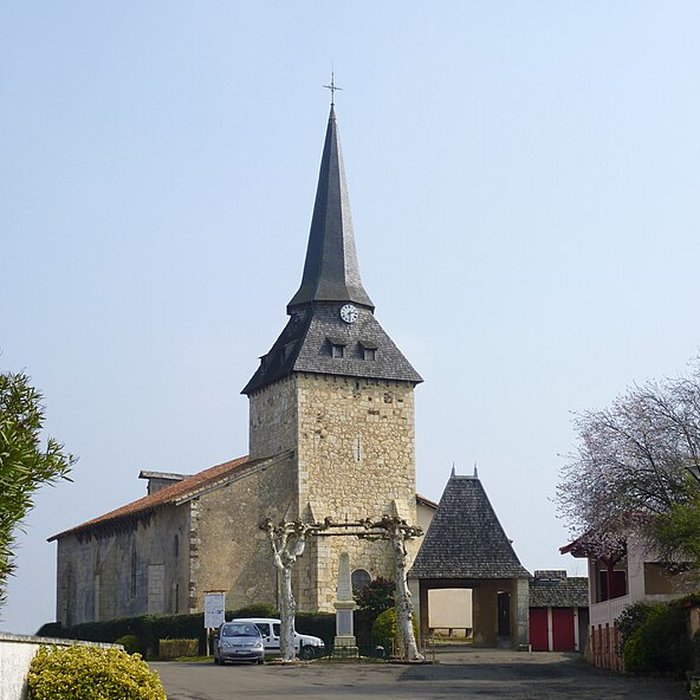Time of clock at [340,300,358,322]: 2:29
